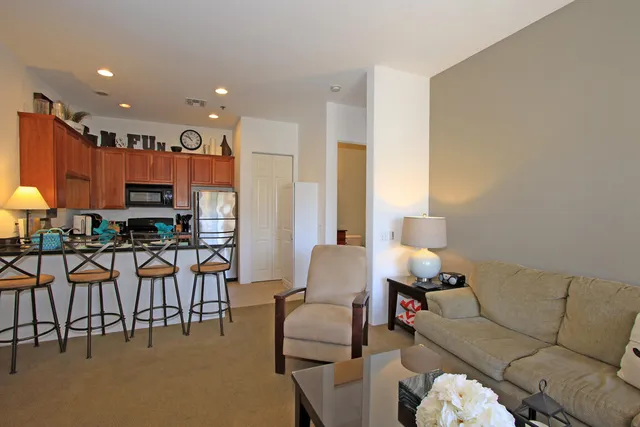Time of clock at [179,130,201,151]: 10:51
